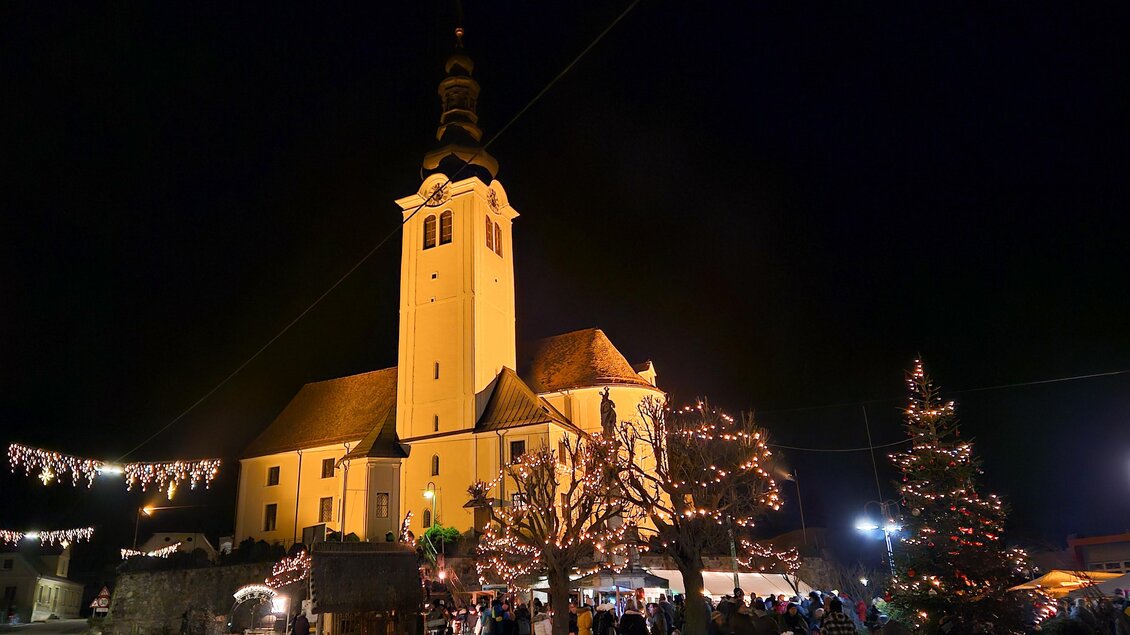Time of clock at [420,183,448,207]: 7:07
